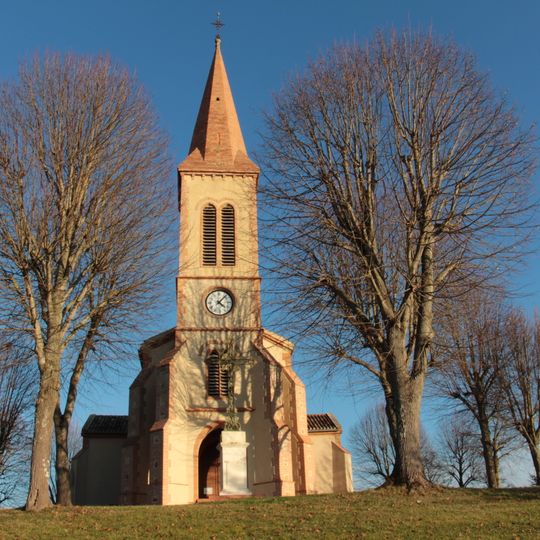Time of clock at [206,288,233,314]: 4:07
